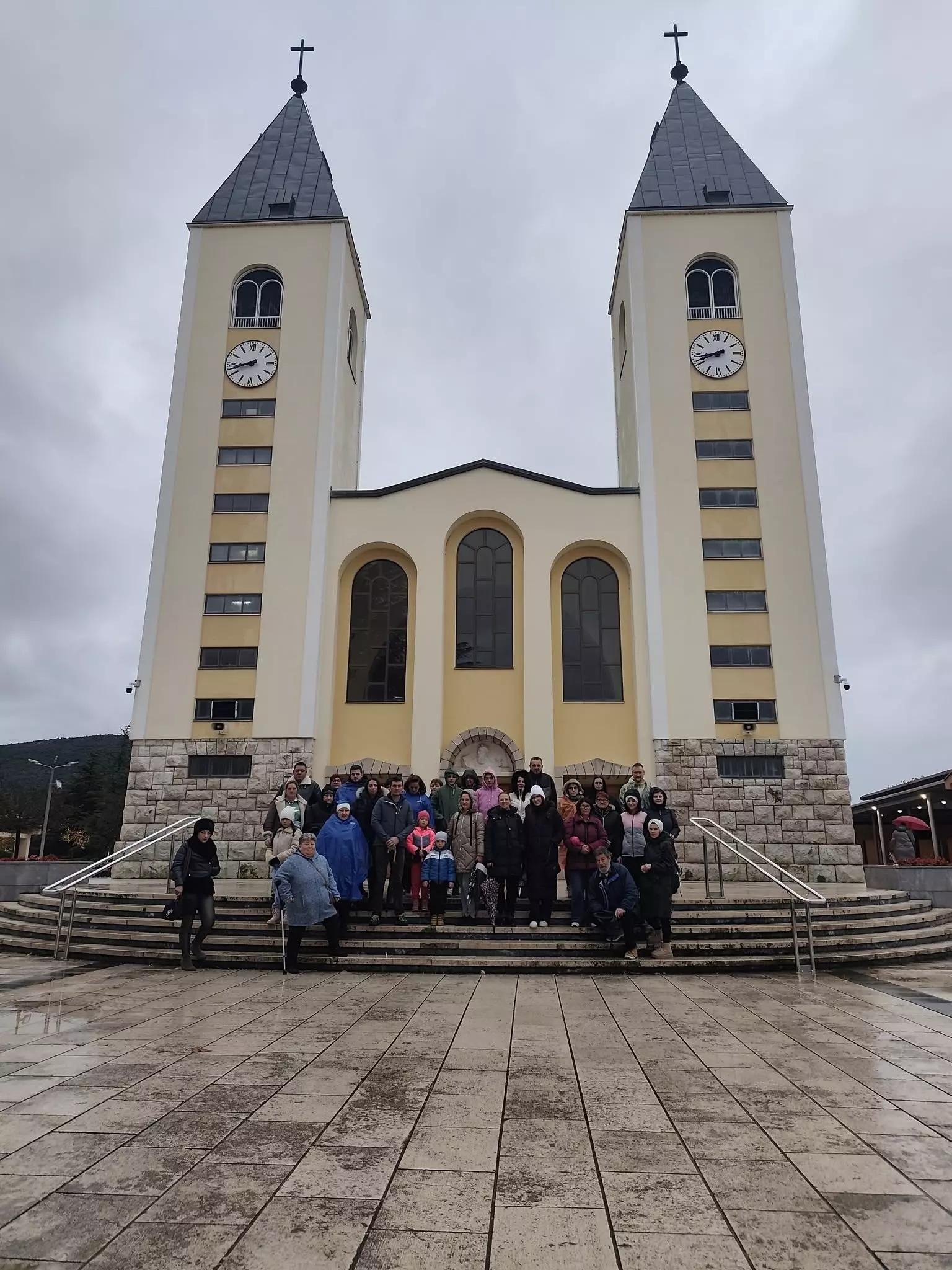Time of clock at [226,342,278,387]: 8:42
